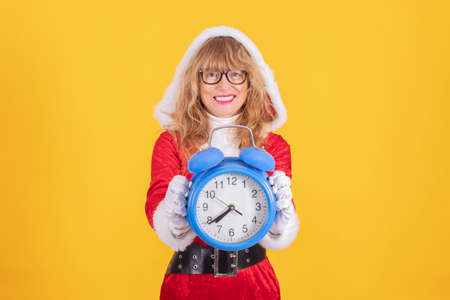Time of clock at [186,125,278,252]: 7:39
